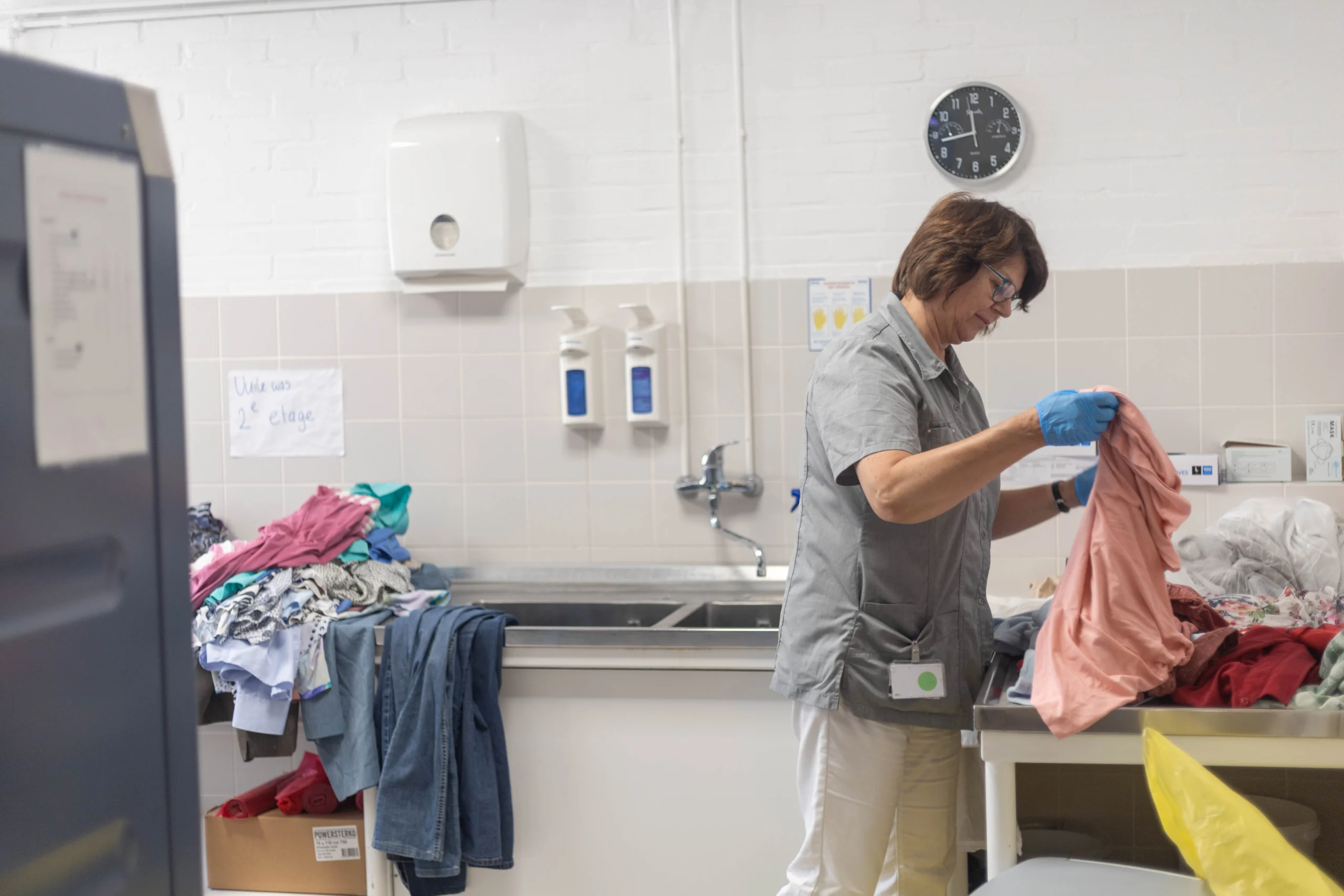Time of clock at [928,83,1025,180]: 11:43
